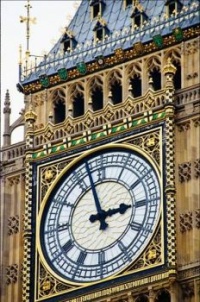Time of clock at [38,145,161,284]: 2:57
